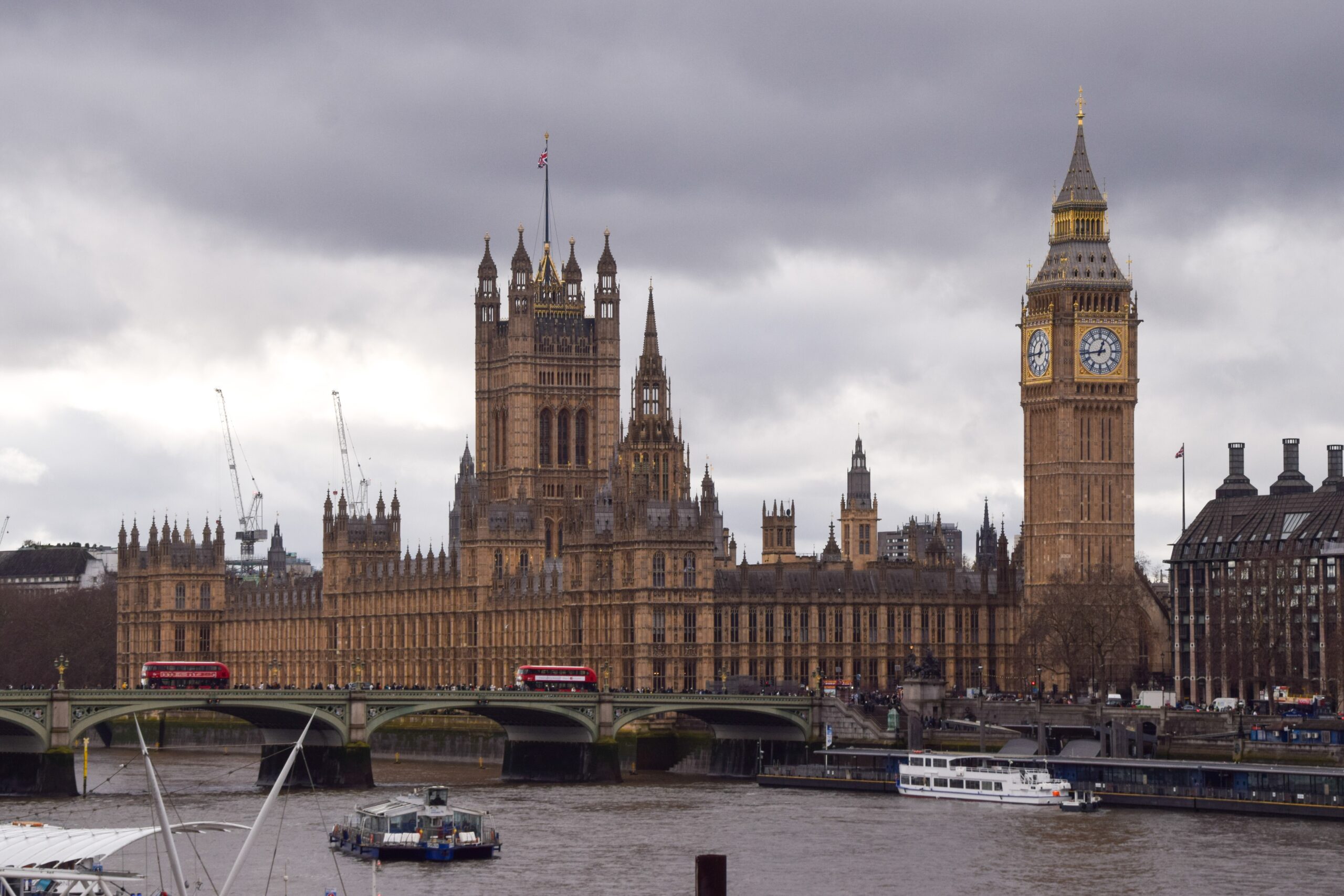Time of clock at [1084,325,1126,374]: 12:43
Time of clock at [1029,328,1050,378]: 12:44
